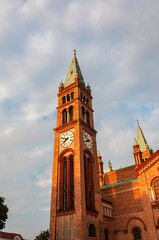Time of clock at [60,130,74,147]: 9:38
